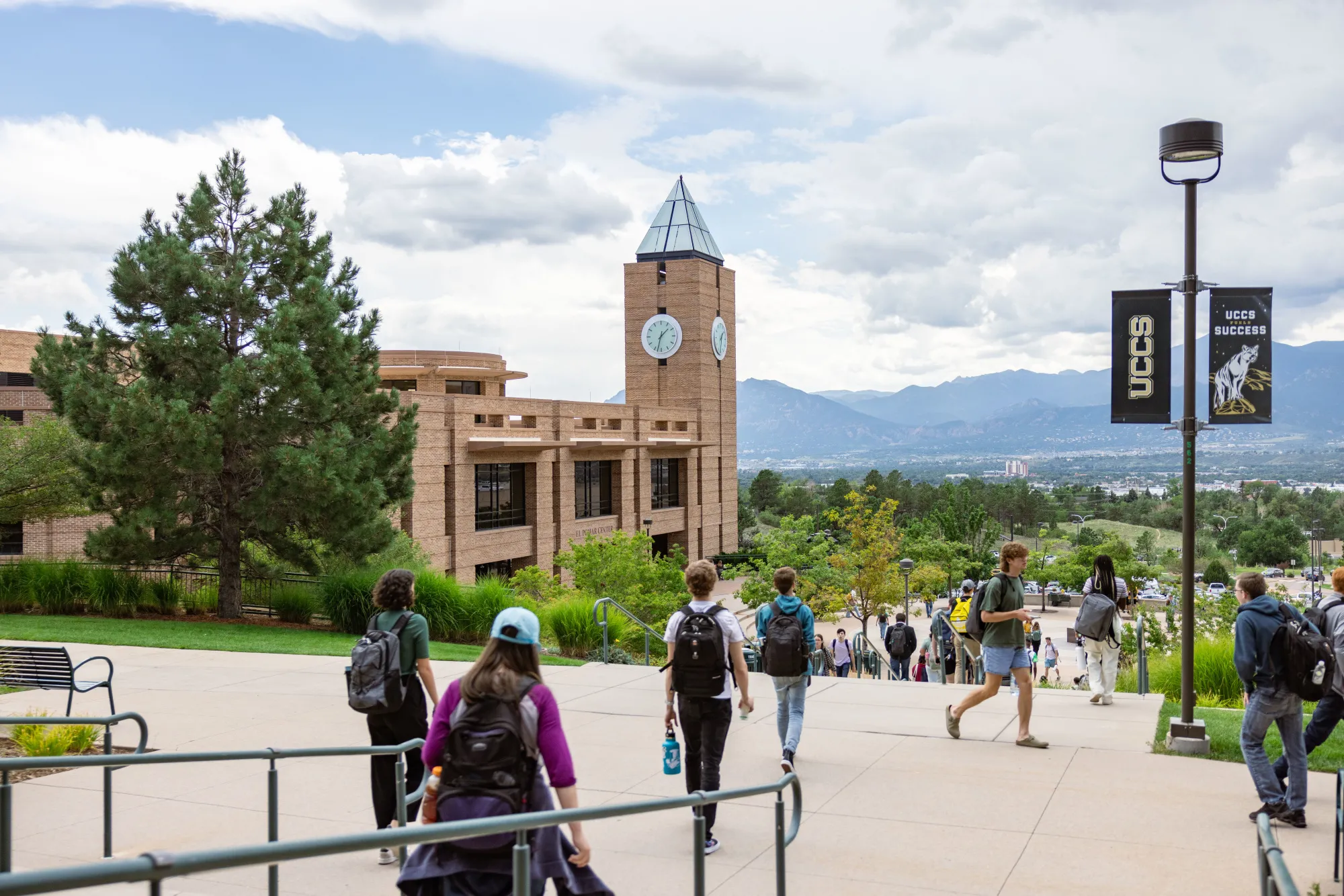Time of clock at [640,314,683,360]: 1:32
